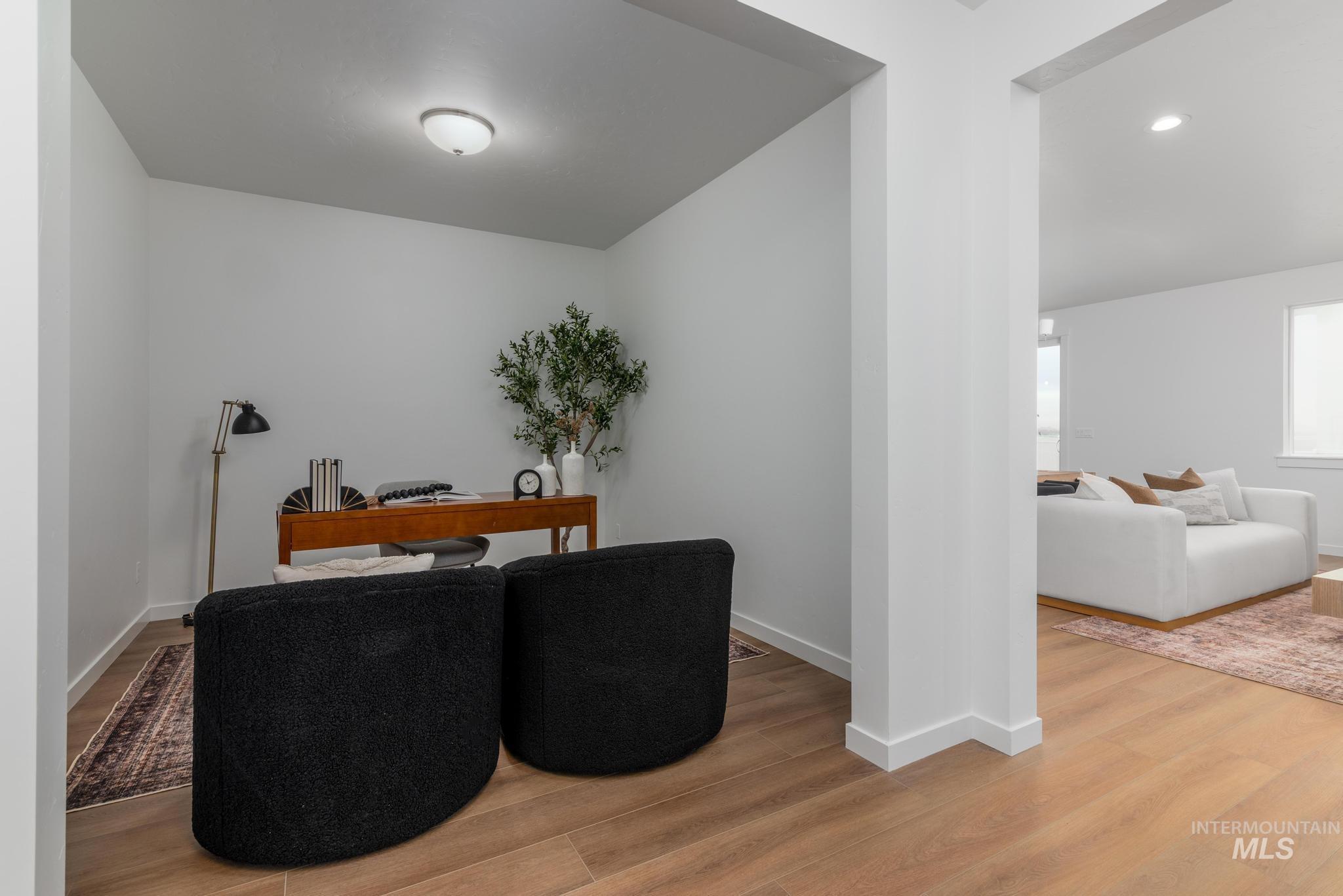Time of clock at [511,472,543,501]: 11:11
